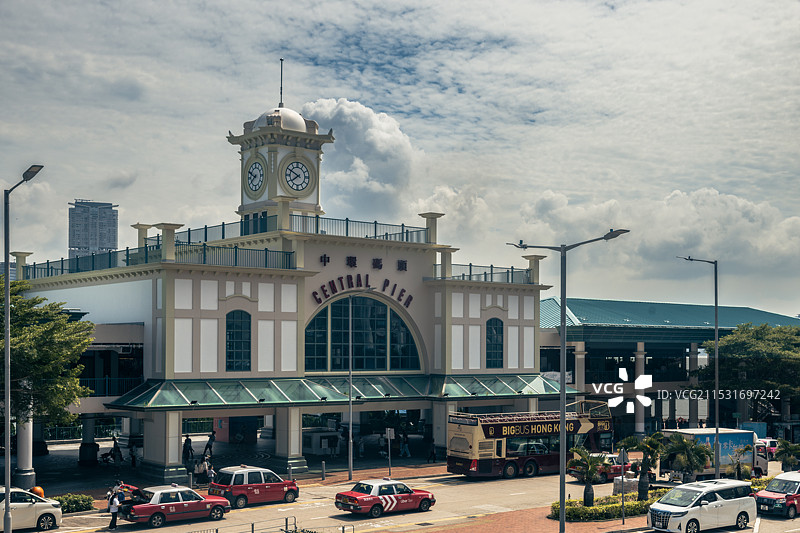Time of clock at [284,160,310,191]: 7:49
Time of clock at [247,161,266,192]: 7:49
